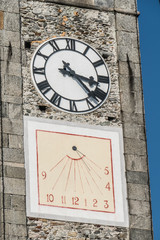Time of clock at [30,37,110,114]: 3:22
